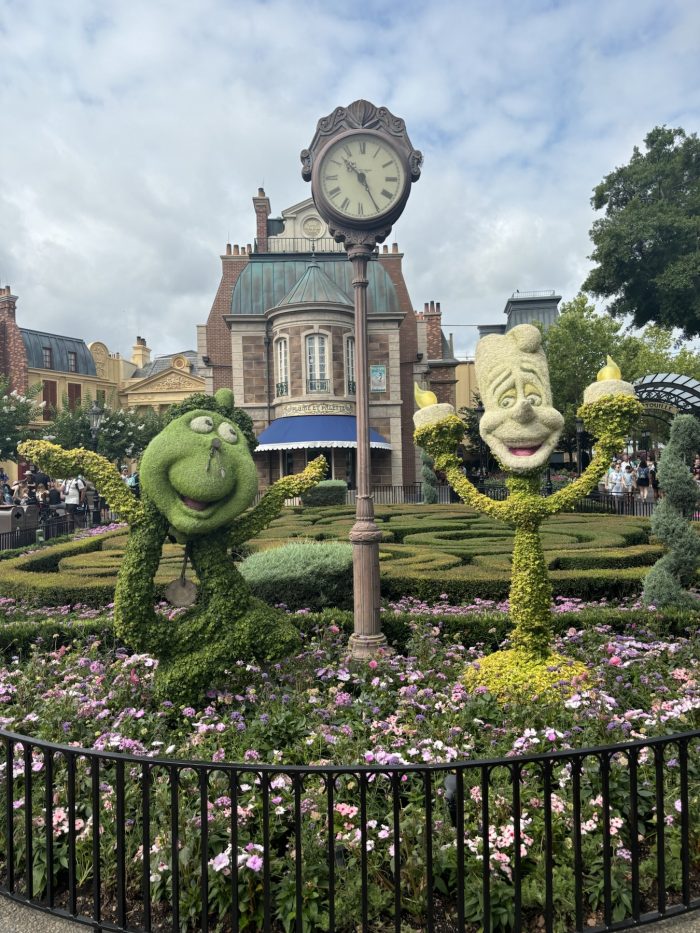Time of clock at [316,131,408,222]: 10:25
